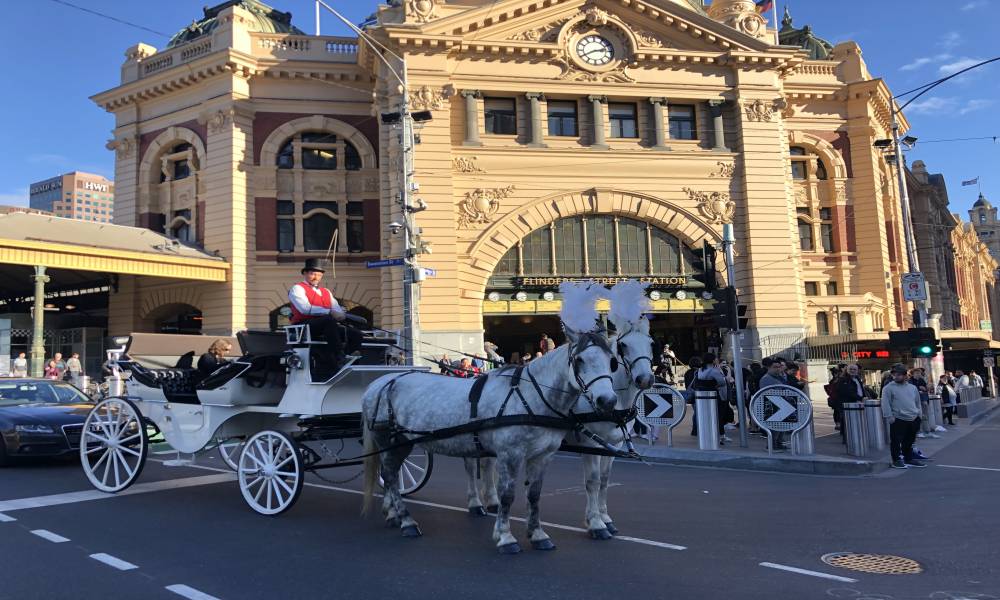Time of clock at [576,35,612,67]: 2:40
